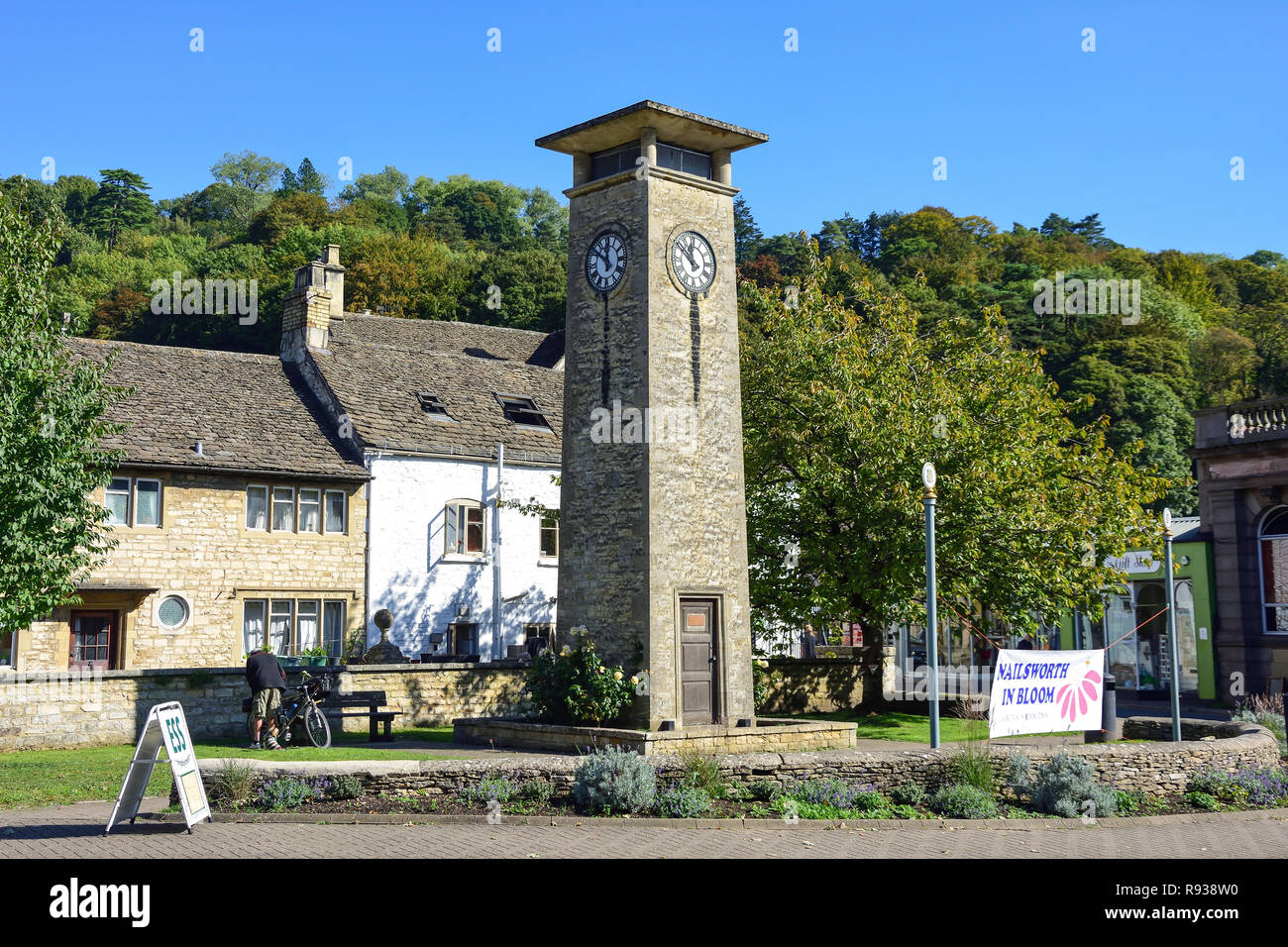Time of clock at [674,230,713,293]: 11:50
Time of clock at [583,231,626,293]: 11:51
